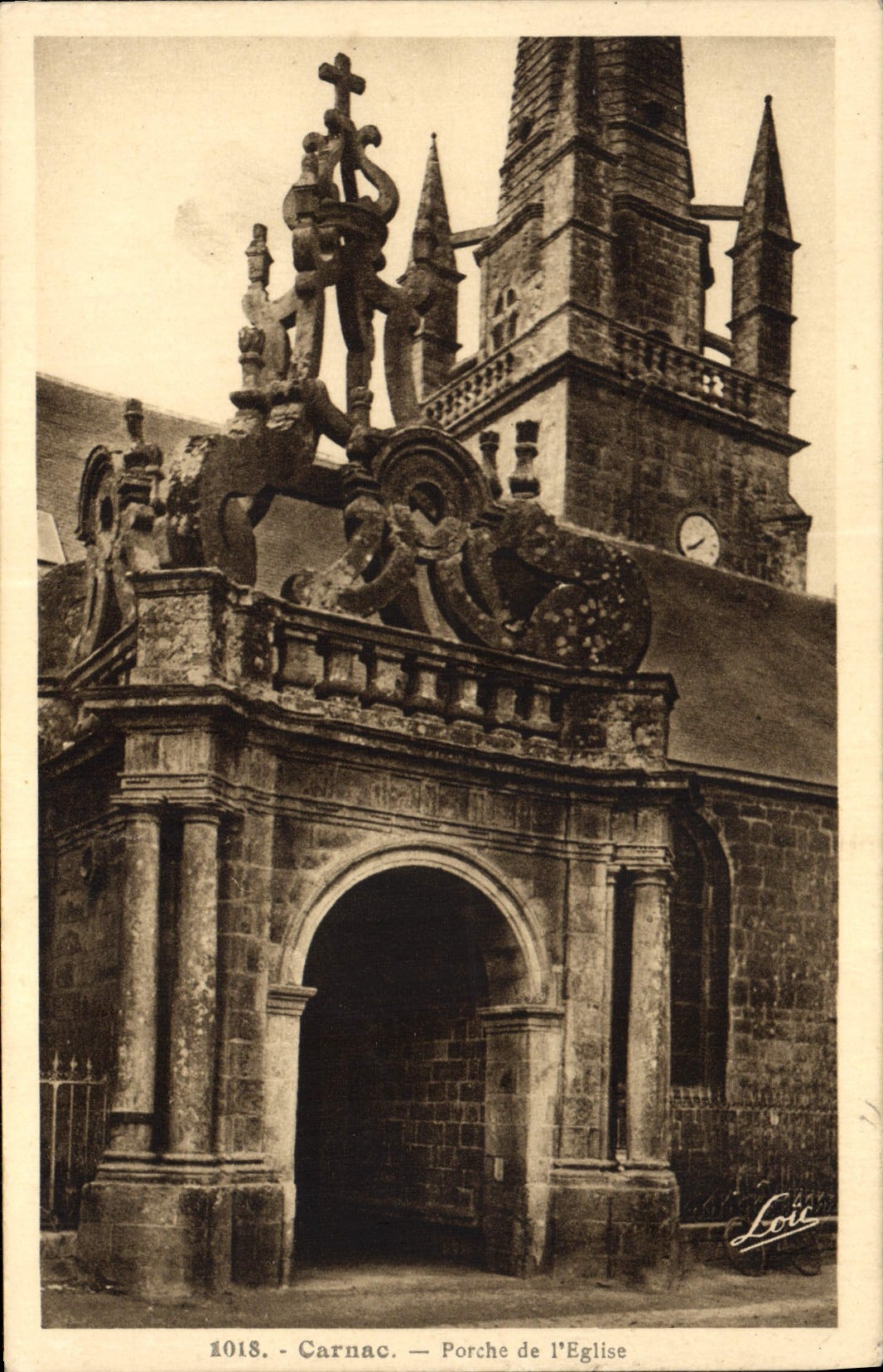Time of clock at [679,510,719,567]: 7:39
